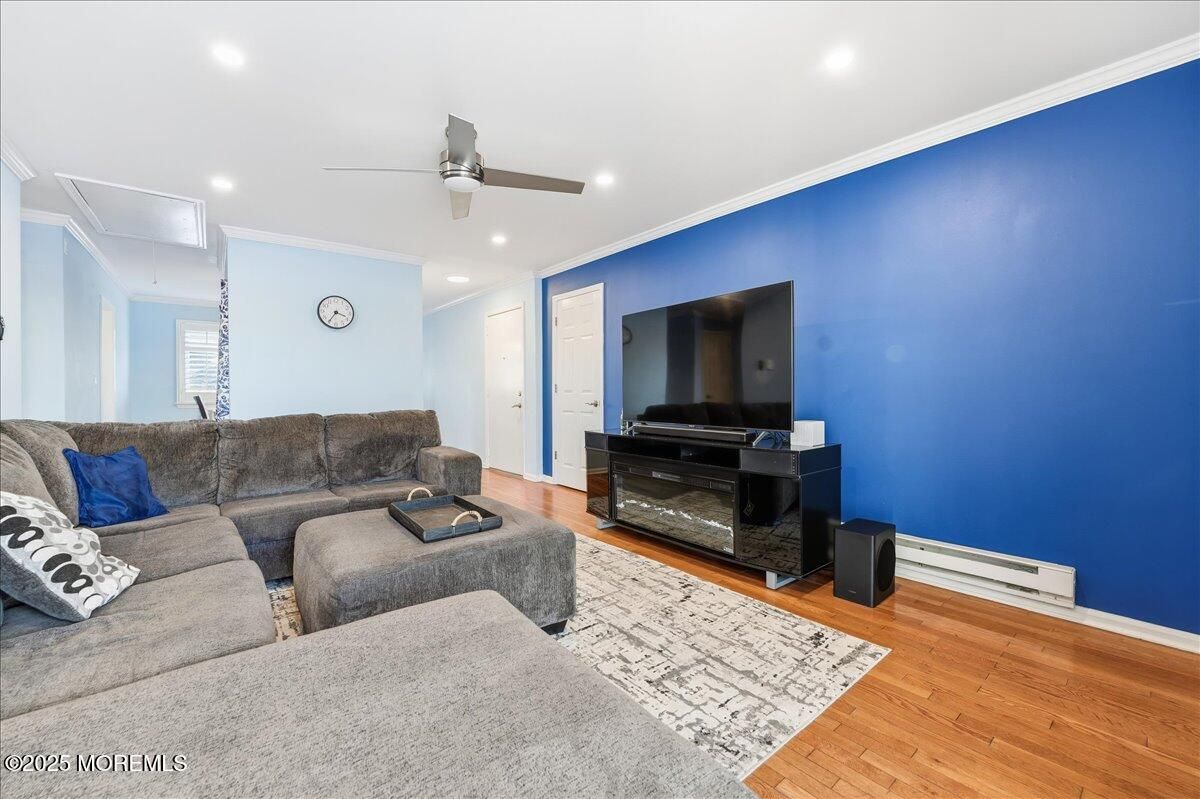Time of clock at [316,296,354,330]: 3:35
